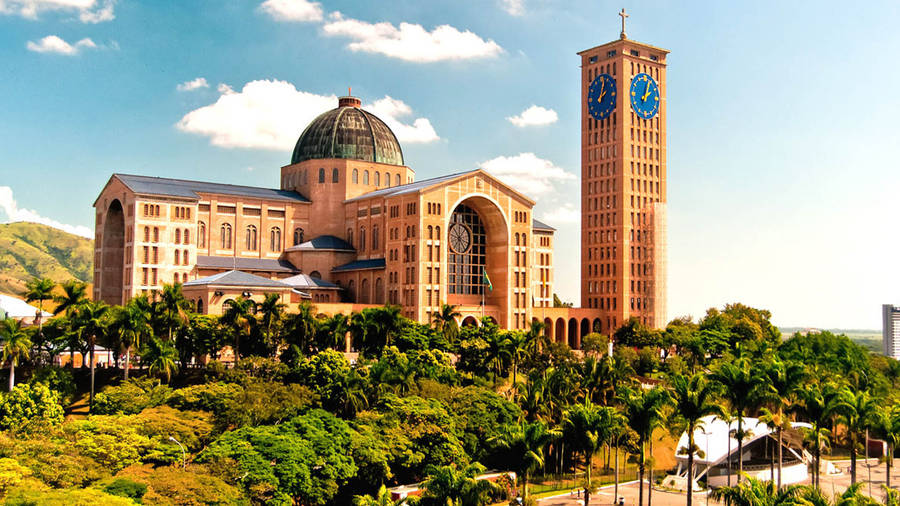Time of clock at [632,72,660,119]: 2:03
